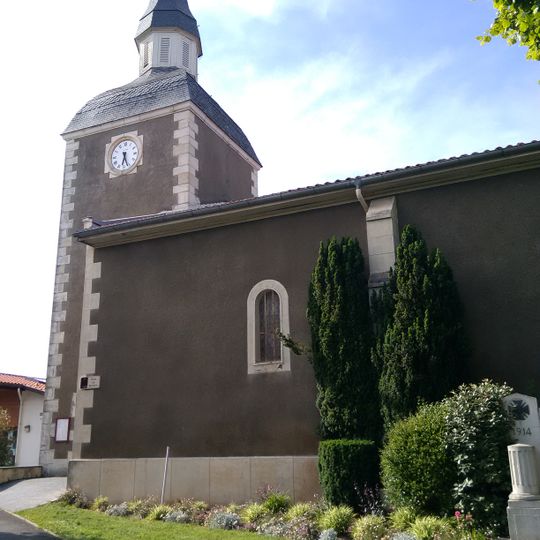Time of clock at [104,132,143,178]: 6:26
